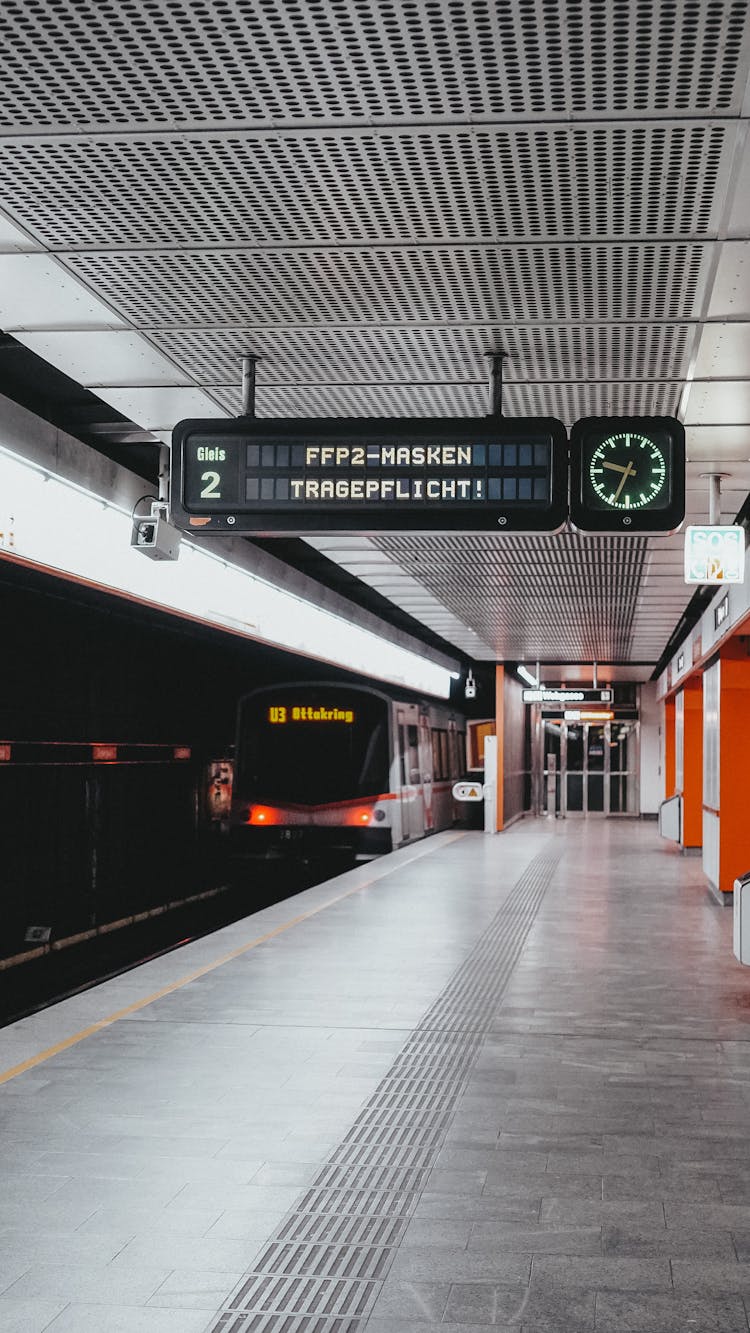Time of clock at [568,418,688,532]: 9:34
